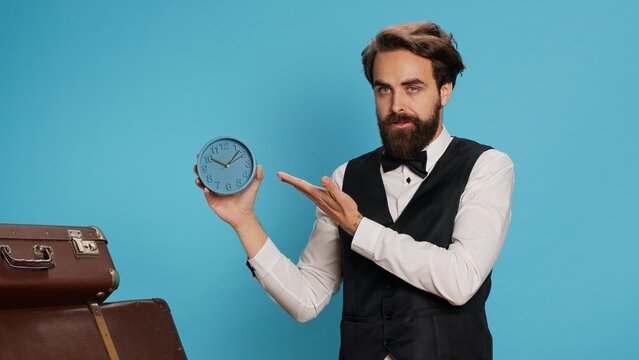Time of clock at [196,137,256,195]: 10:07
